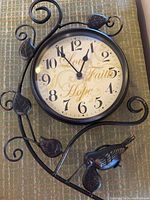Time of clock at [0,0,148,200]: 12:54
